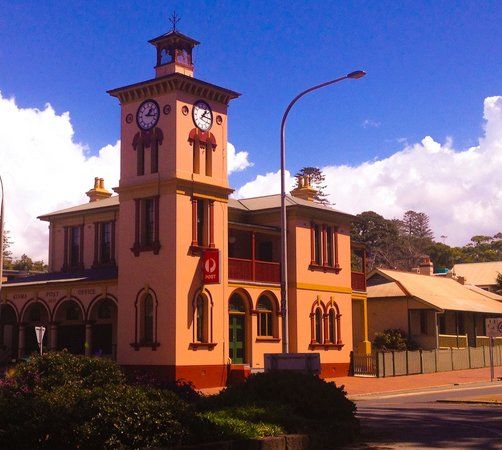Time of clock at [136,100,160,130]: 1:16
